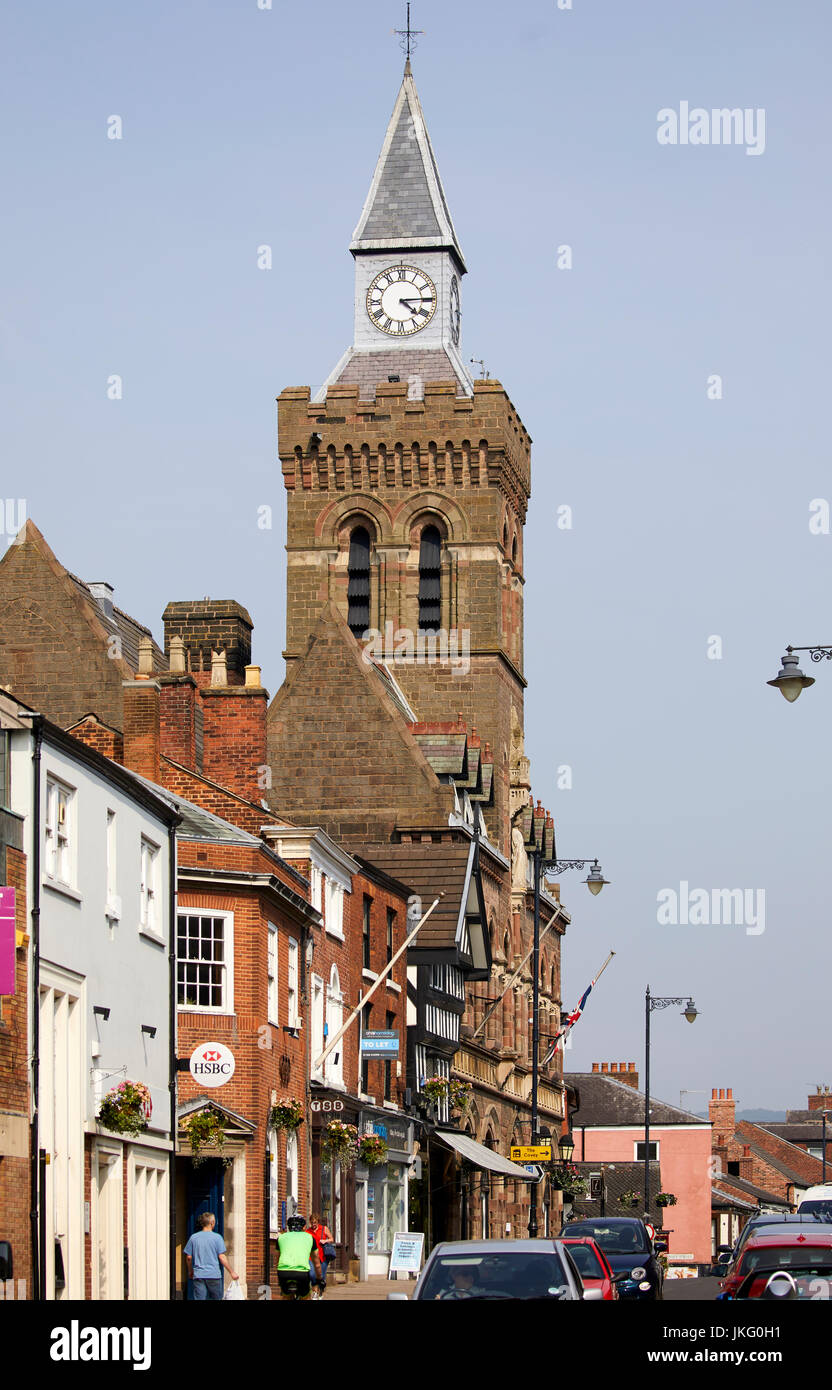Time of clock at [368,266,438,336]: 4:14
